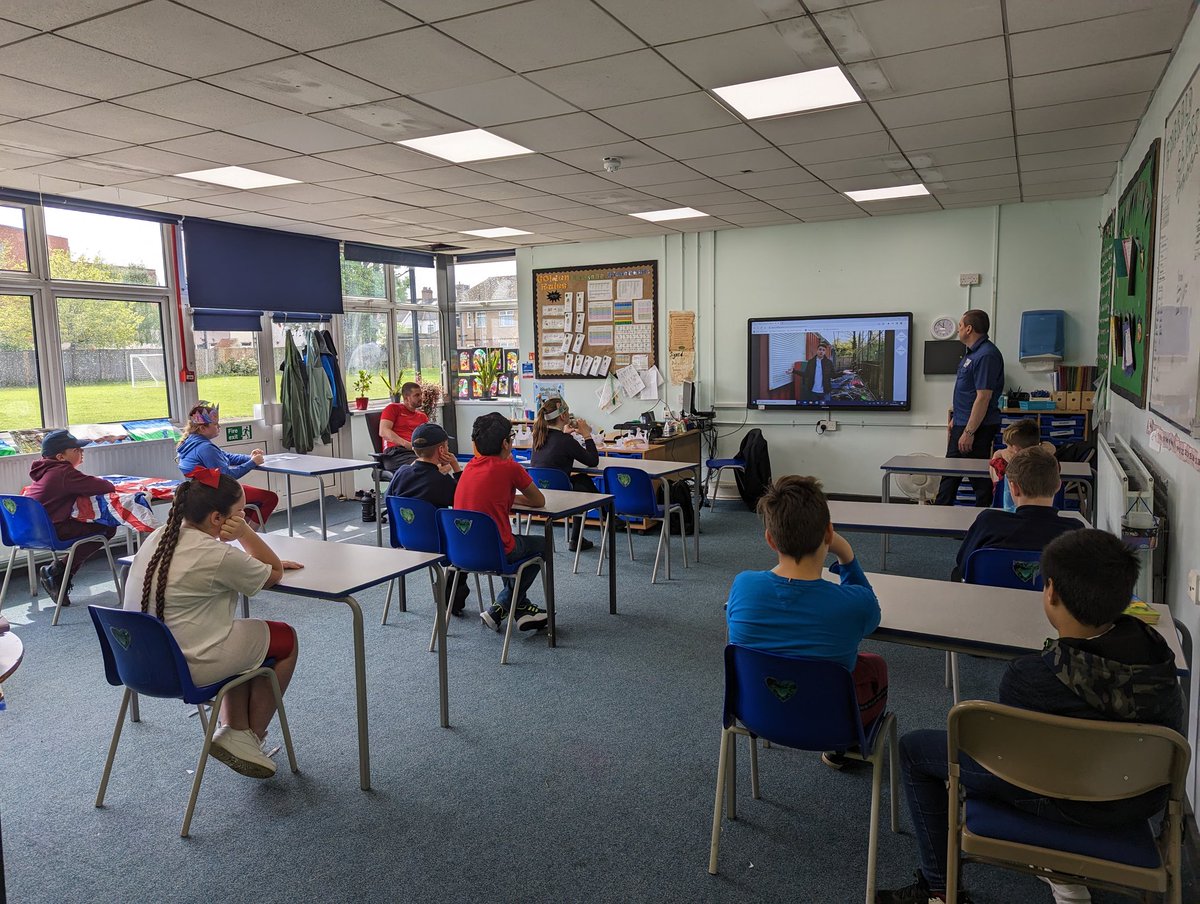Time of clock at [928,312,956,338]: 11:52
